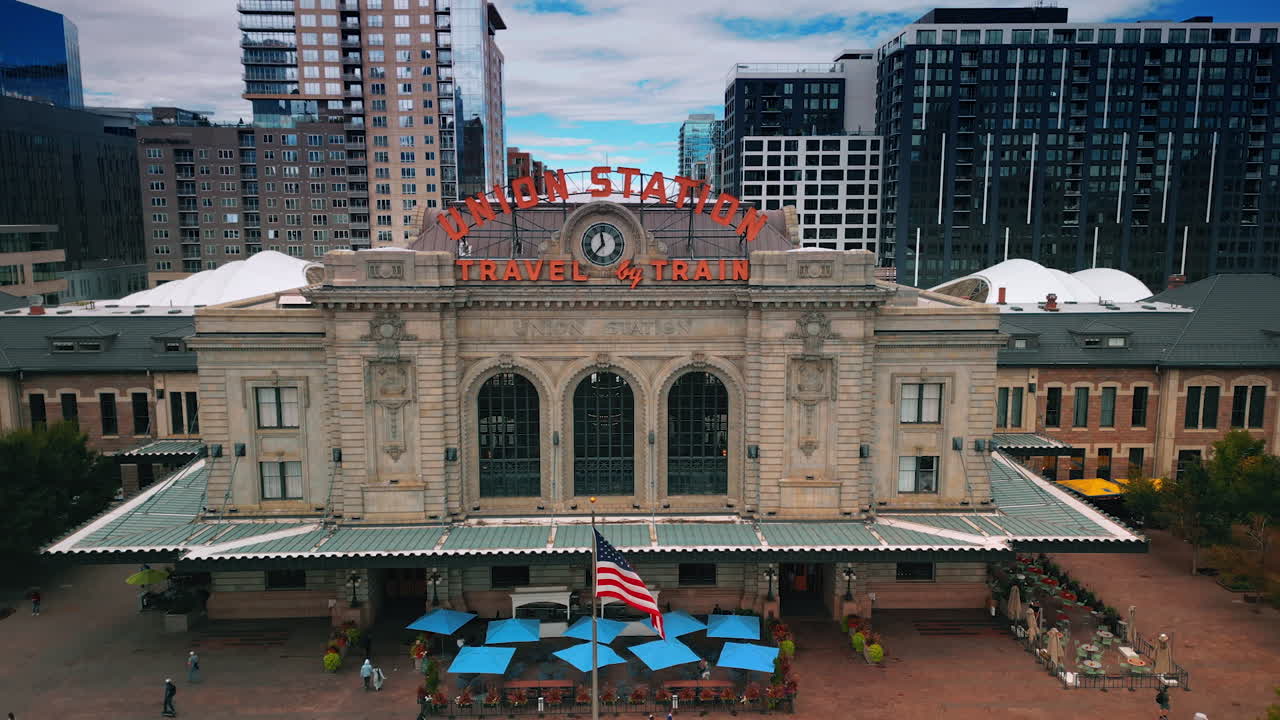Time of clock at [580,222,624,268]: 11:36
